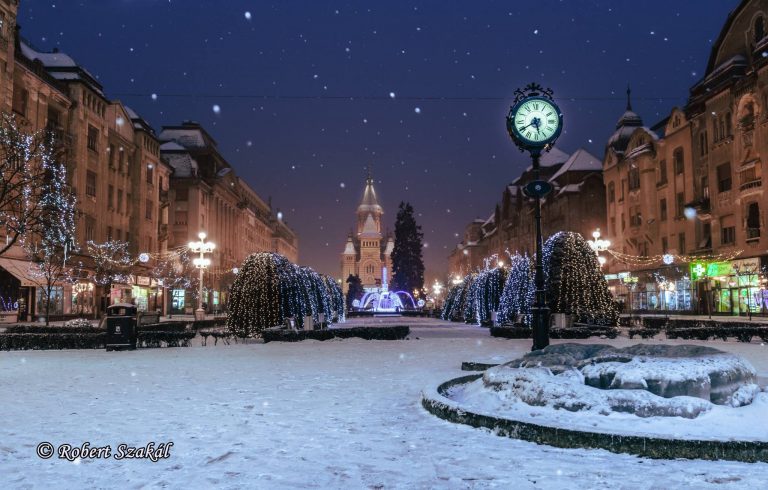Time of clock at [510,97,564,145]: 5:40
